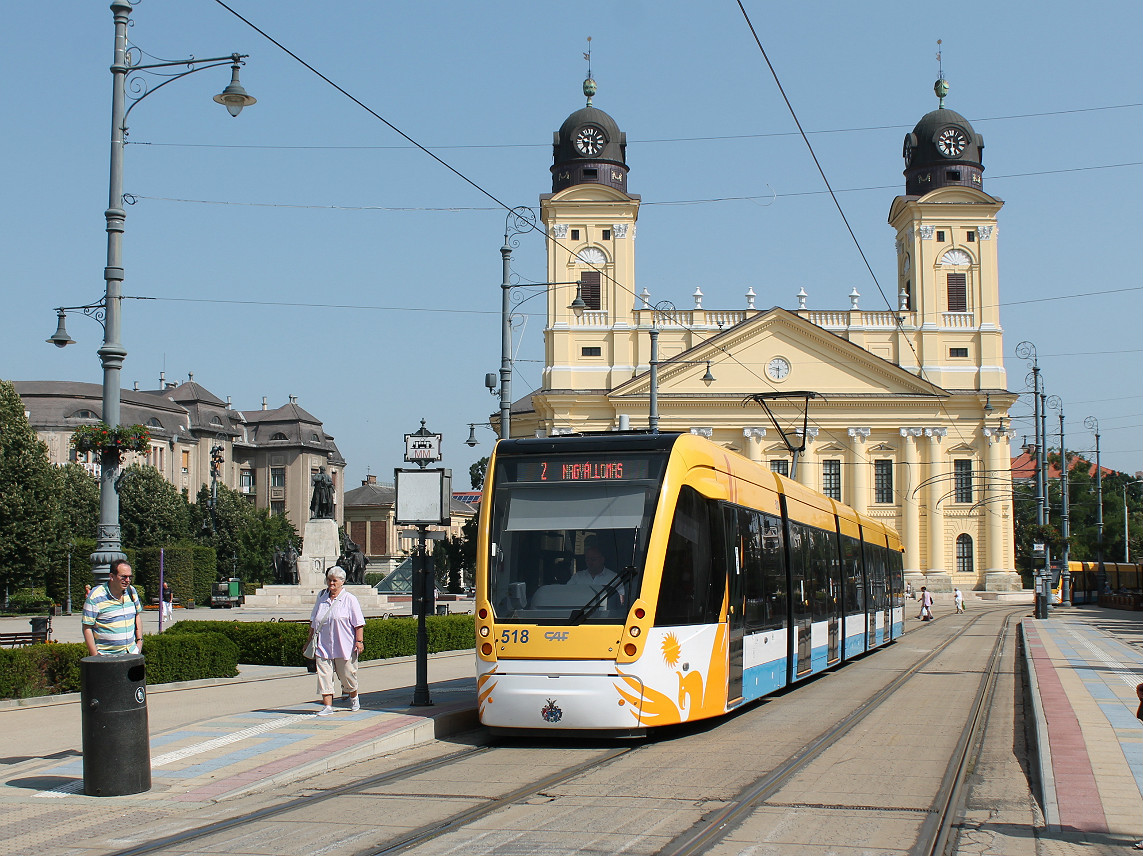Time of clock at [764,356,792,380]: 9:30
